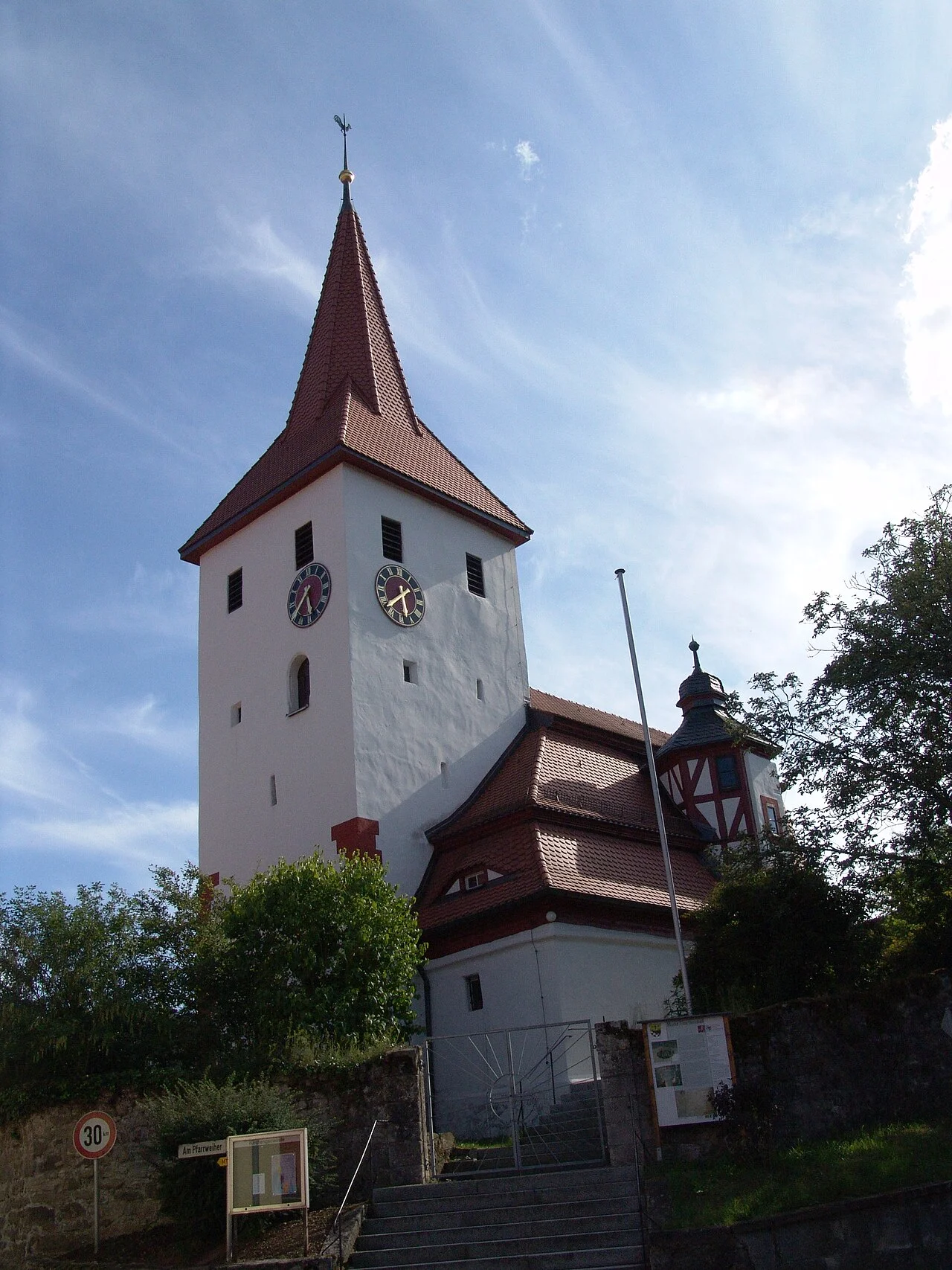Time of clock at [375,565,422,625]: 5:38
